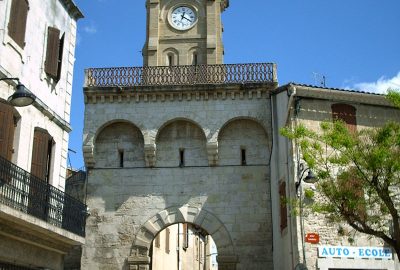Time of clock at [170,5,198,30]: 12:20
